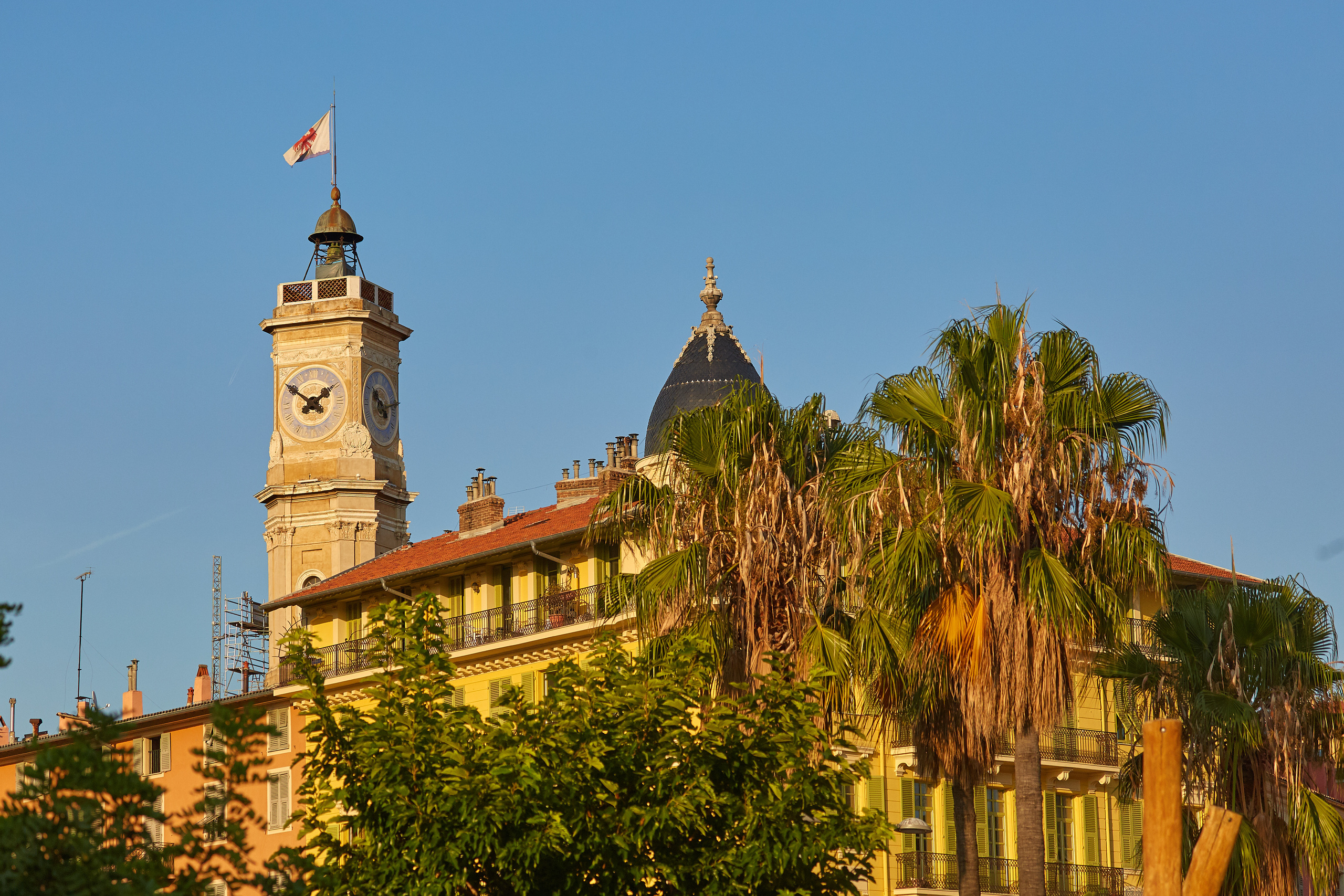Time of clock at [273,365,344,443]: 1:50
